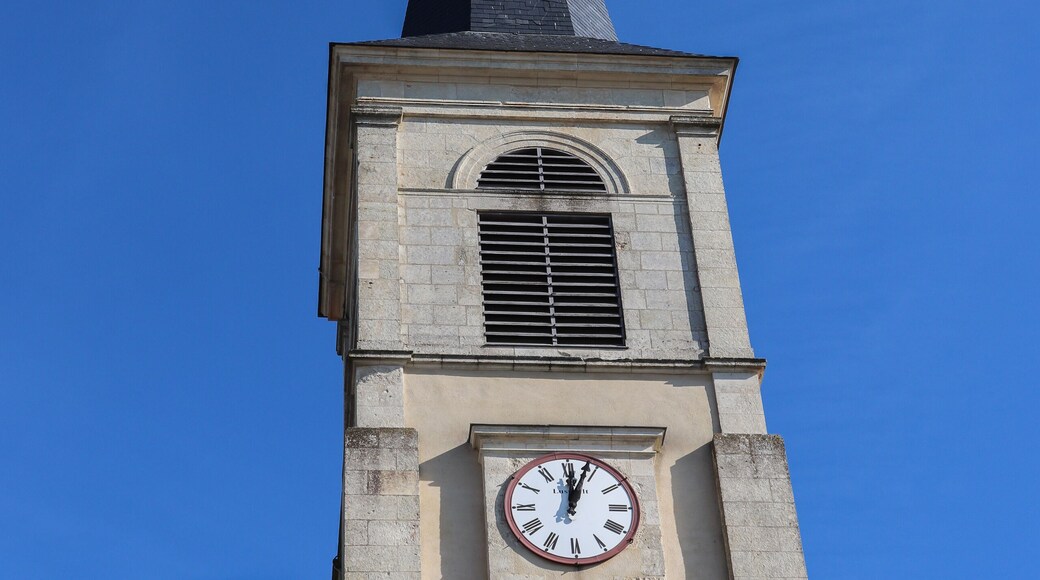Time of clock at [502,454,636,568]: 12:03
